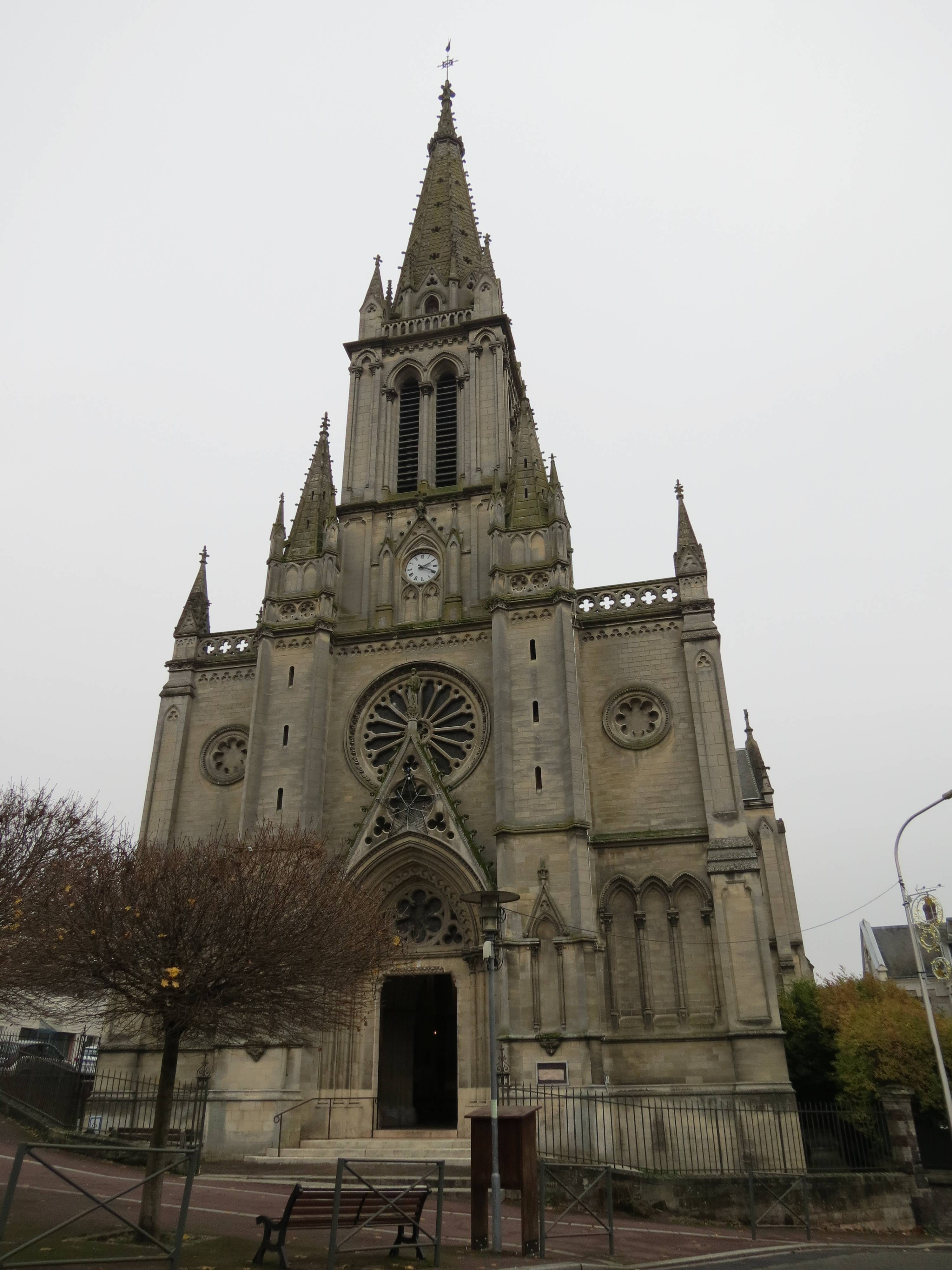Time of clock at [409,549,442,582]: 2:19
